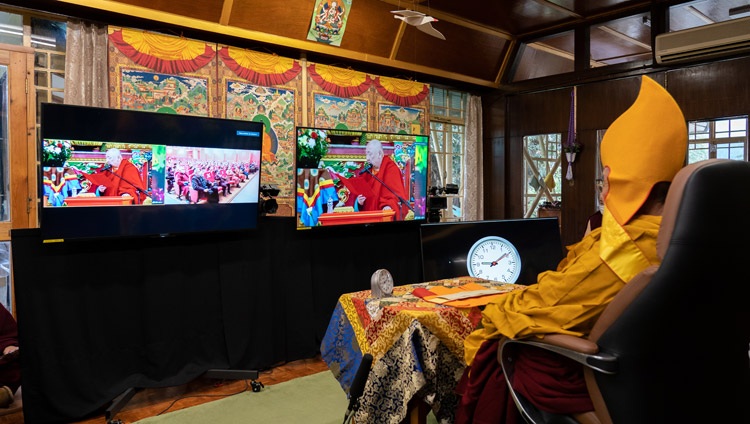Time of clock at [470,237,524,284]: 9:09
